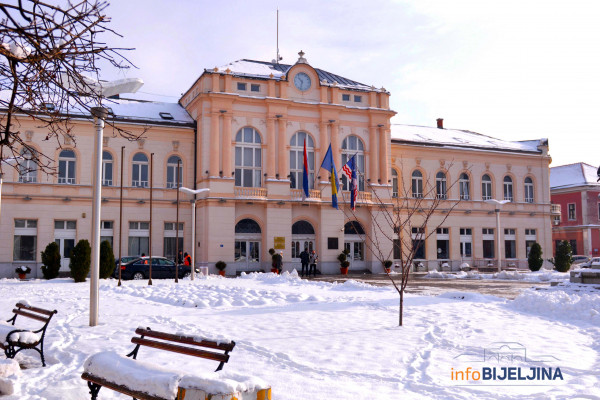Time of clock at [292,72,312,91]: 10:32
